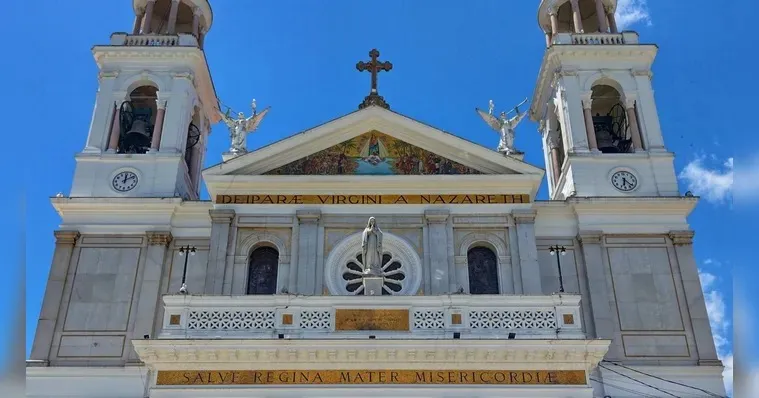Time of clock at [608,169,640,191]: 6:21
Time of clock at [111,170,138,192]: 12:09
